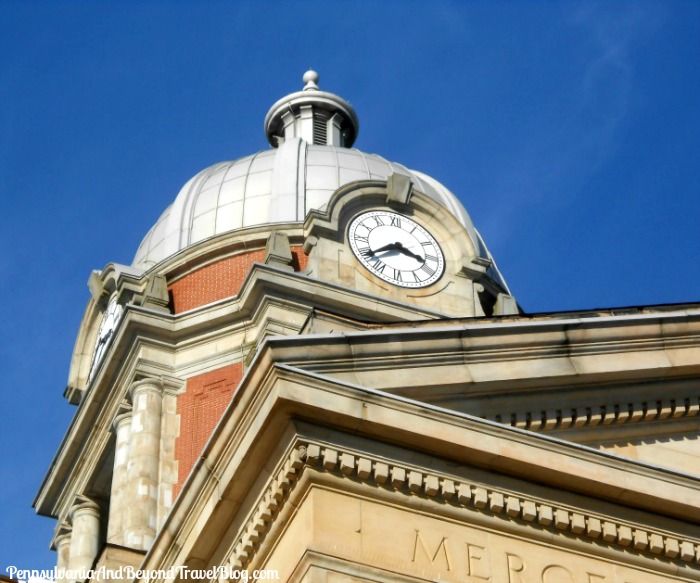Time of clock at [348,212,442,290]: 3:39
